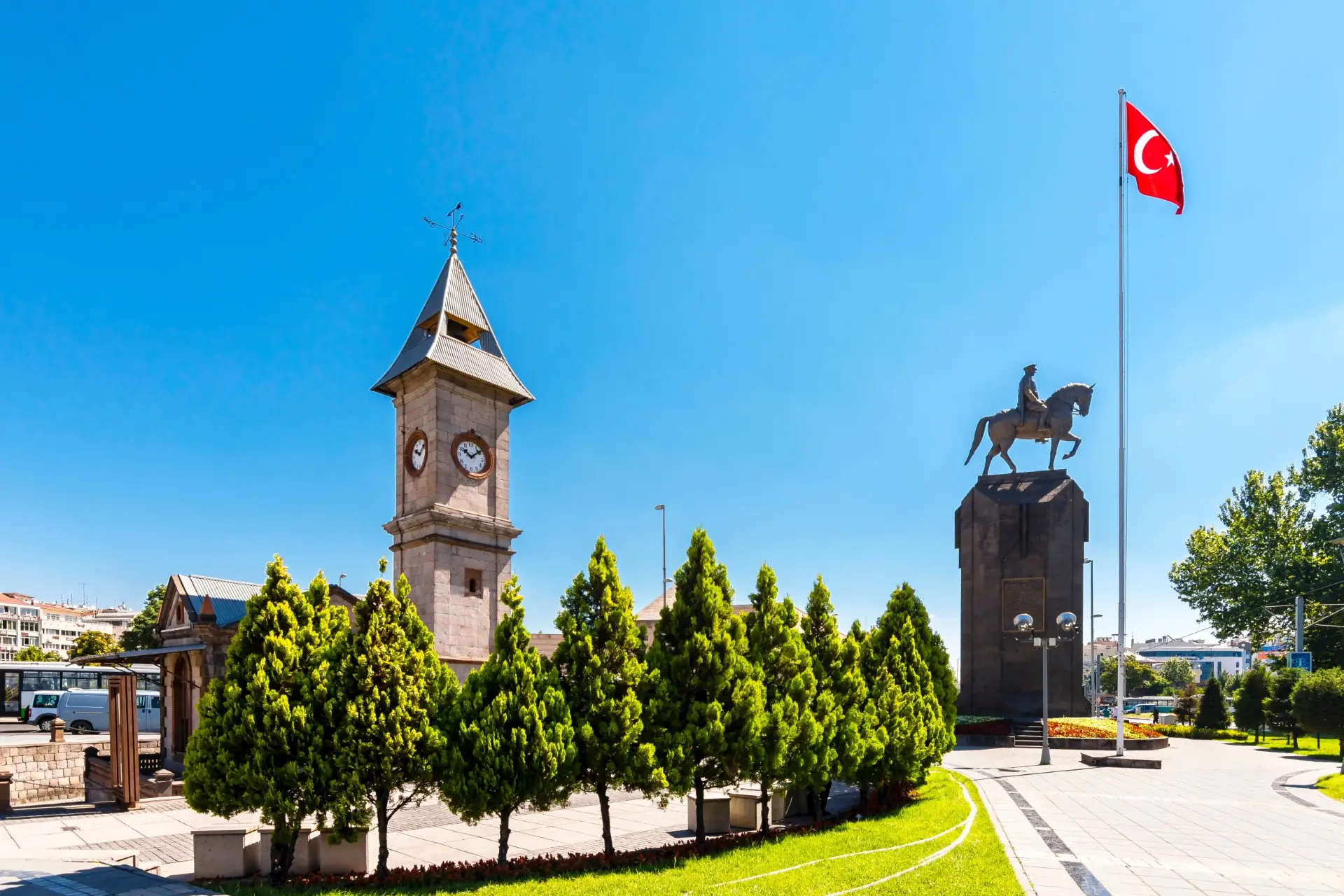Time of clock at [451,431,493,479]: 10:08
